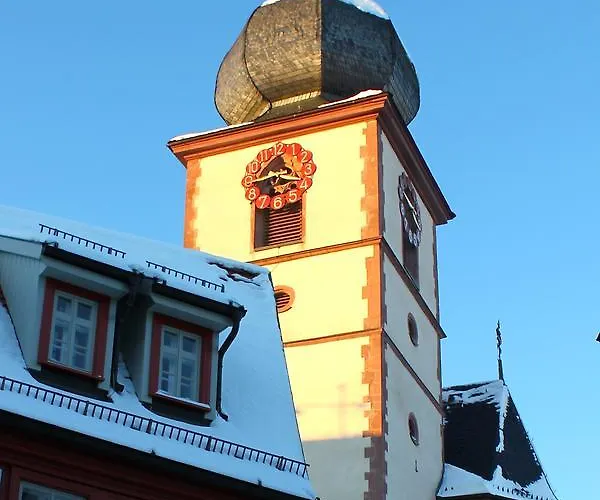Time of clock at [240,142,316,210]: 3:44
